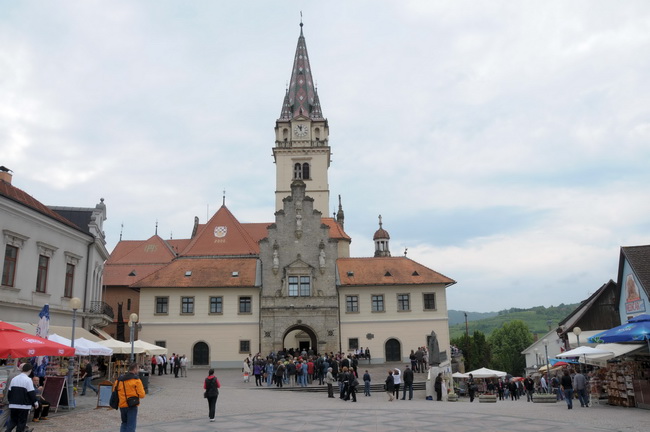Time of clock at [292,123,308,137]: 11:55
